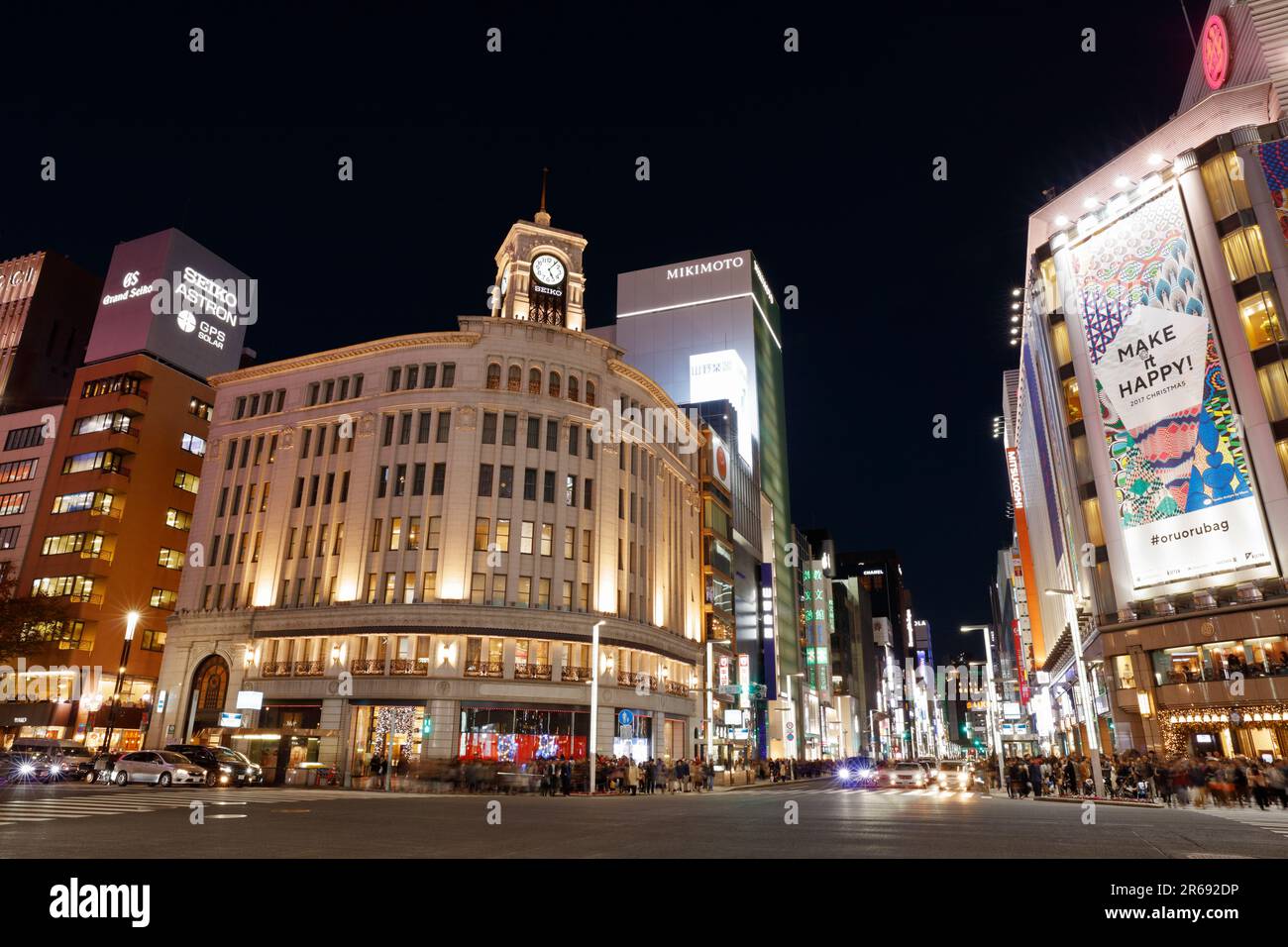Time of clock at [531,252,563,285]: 5:06
